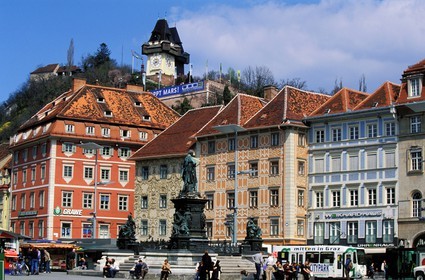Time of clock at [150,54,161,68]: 8:01
